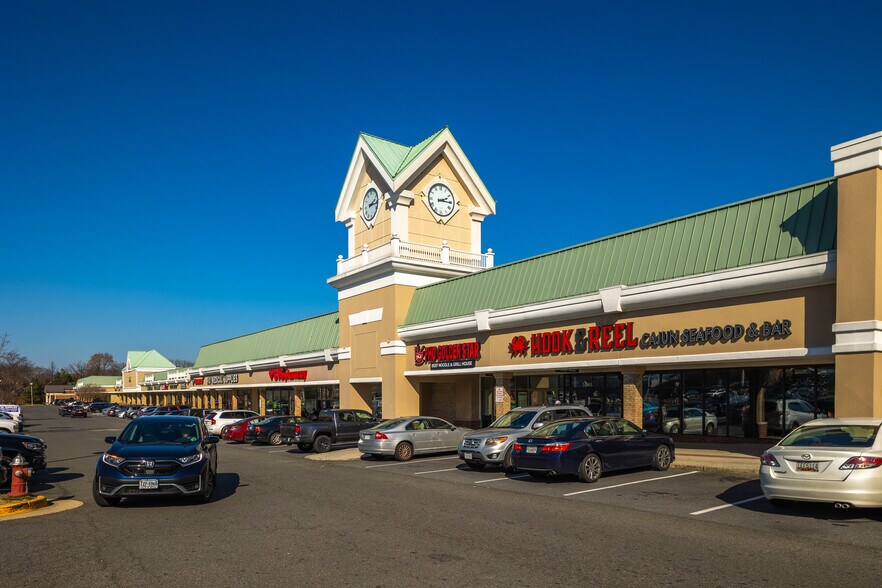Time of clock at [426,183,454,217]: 2:15
